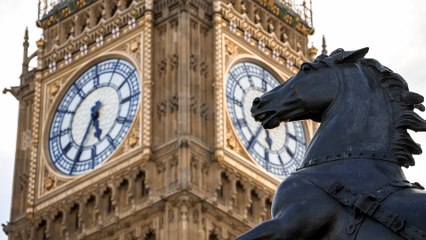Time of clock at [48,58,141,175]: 5:35
